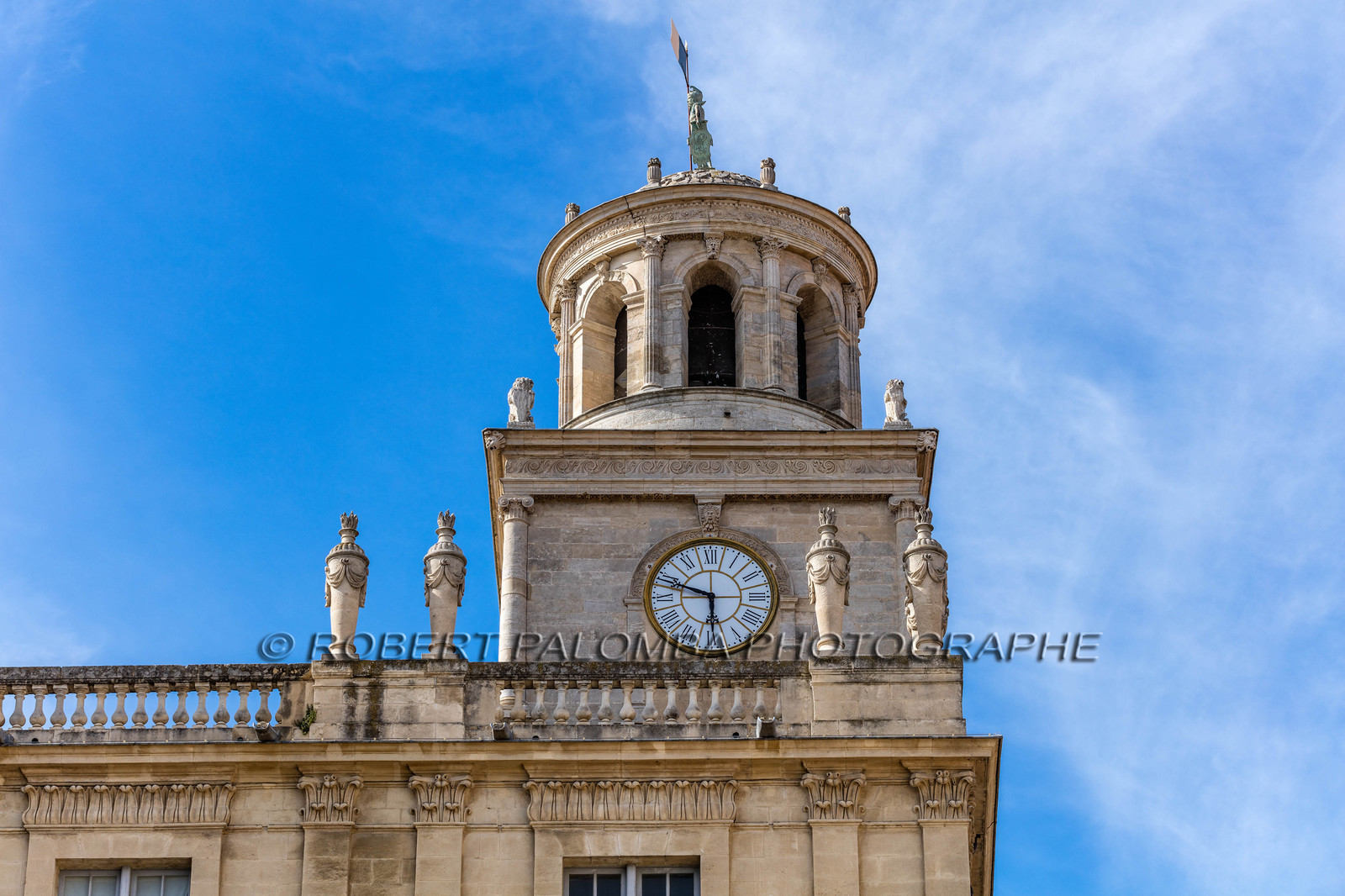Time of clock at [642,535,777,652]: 5:48
